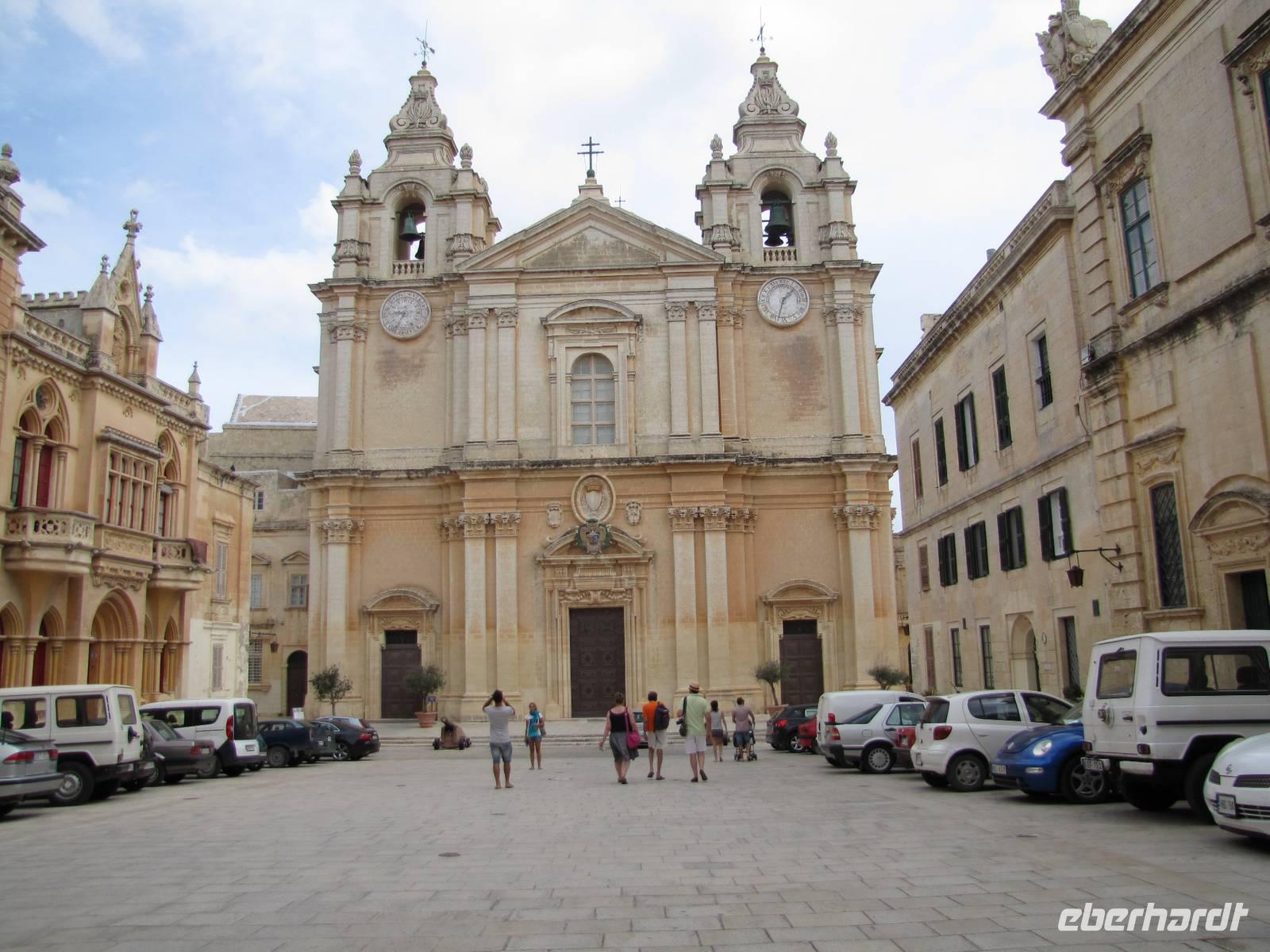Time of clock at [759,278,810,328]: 1:32
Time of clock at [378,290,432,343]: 8:34
